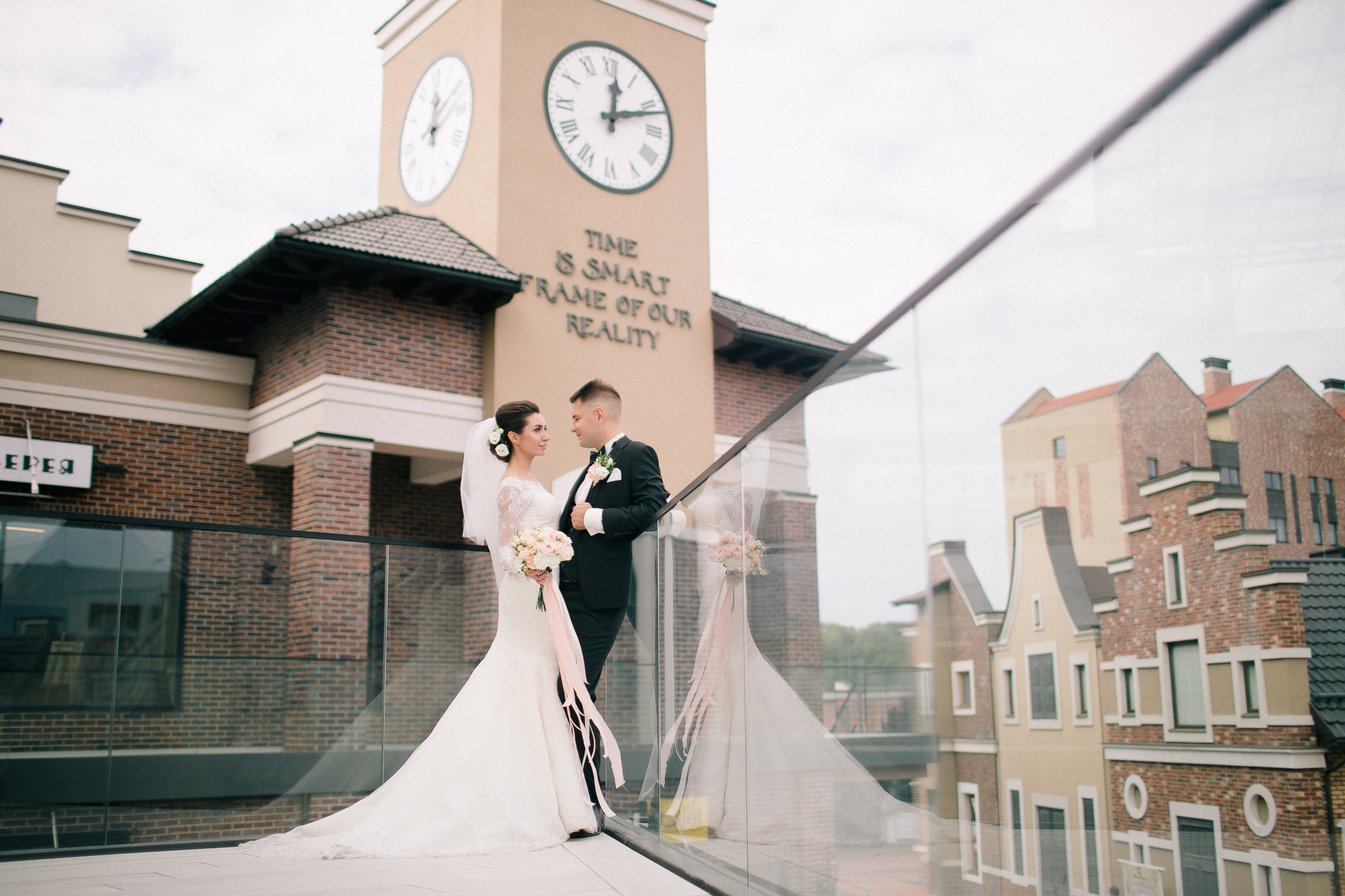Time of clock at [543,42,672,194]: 12:11
